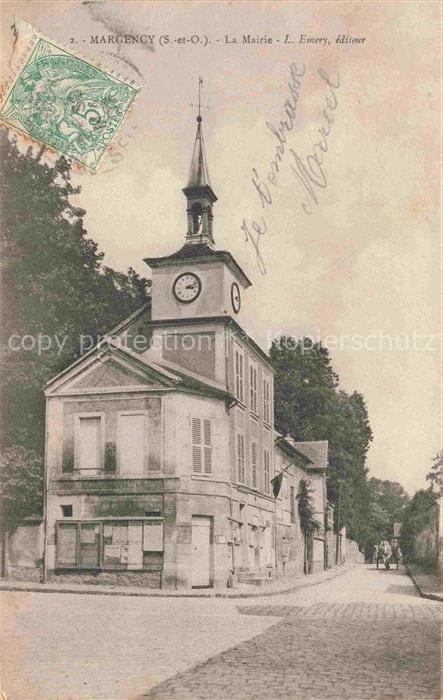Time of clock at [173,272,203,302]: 3:11
